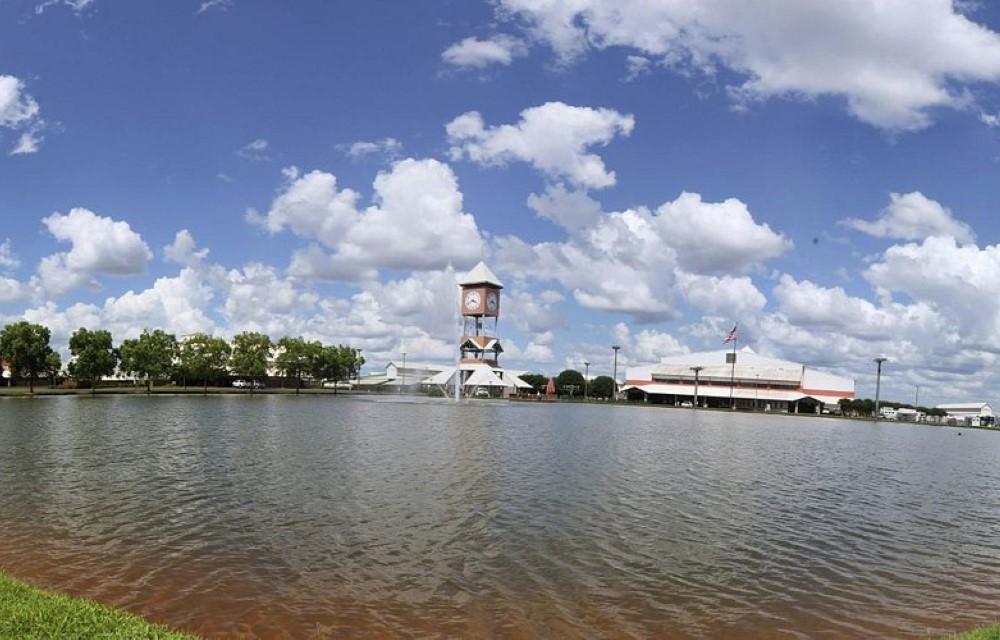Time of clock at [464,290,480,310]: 3:40
